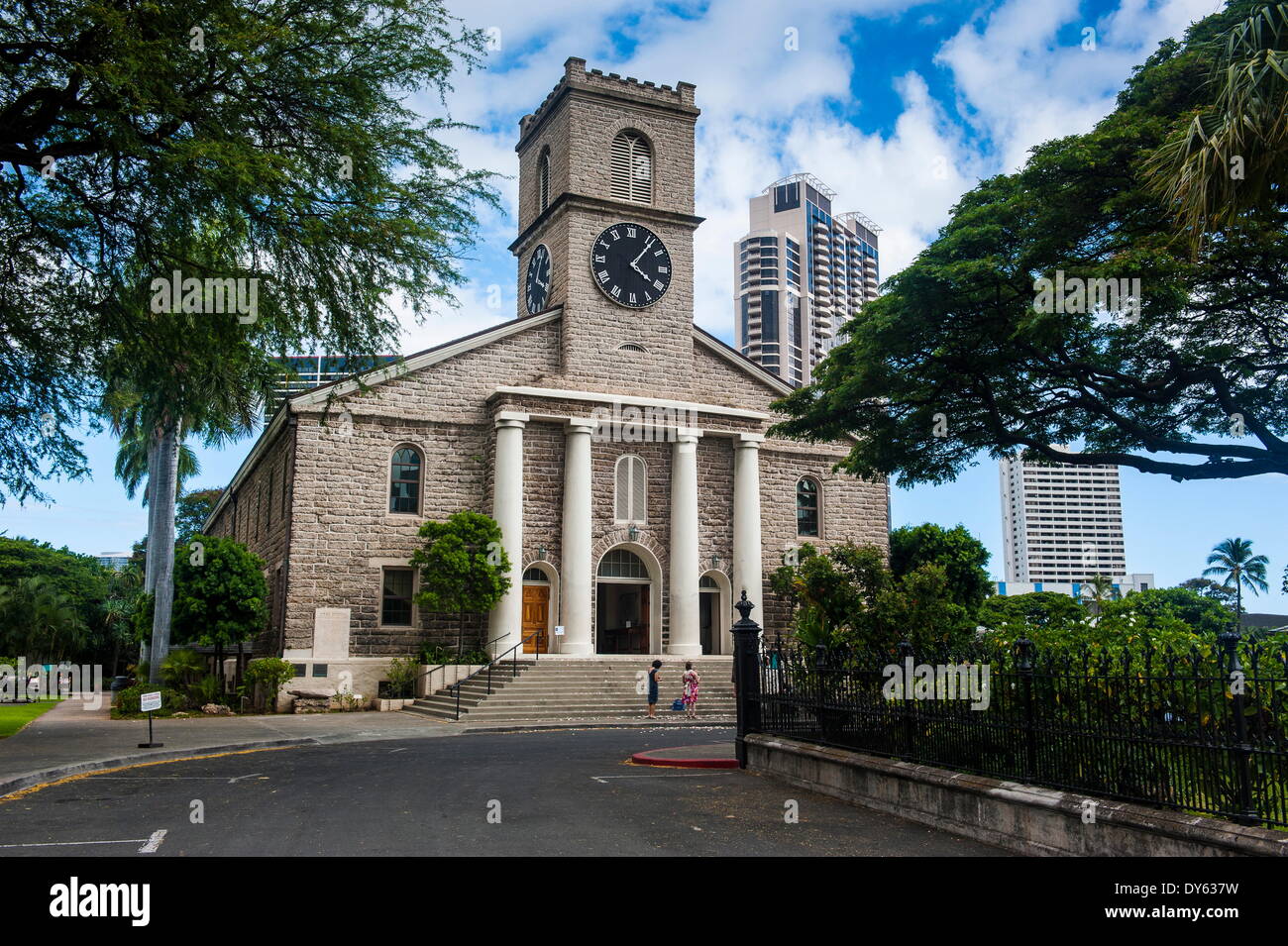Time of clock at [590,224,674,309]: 4:06
